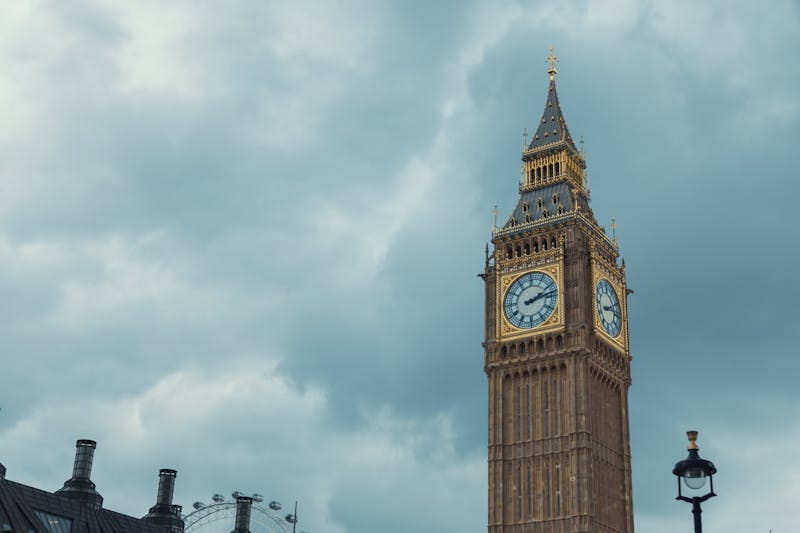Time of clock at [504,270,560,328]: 2:12
